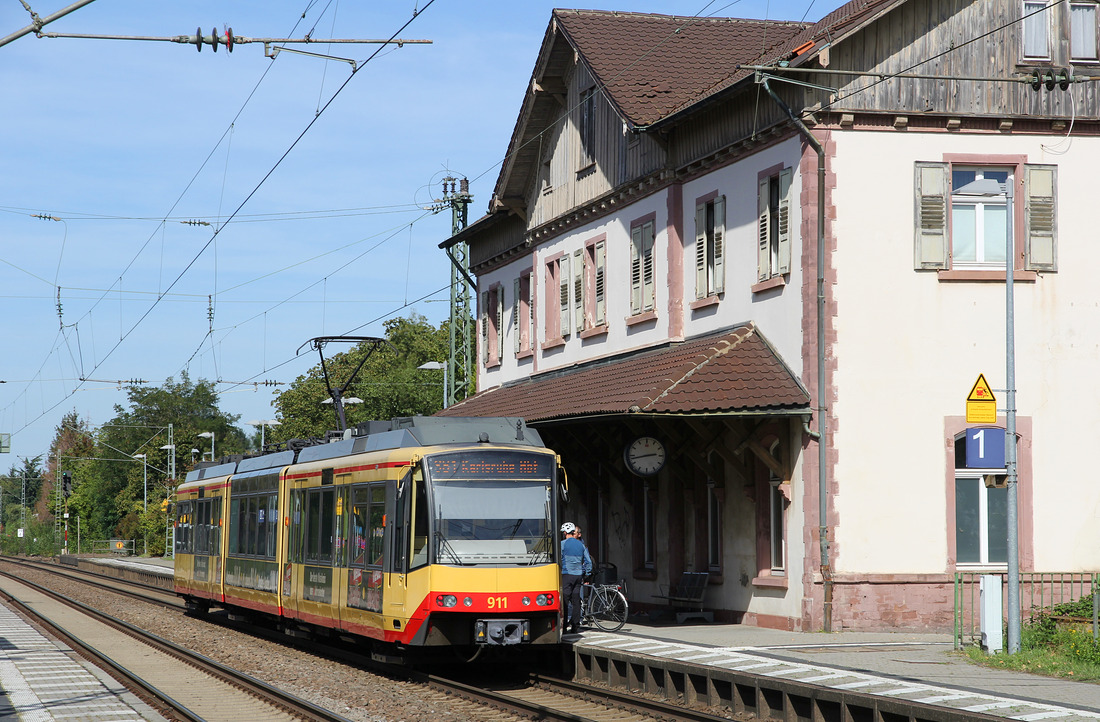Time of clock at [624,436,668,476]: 2:42
